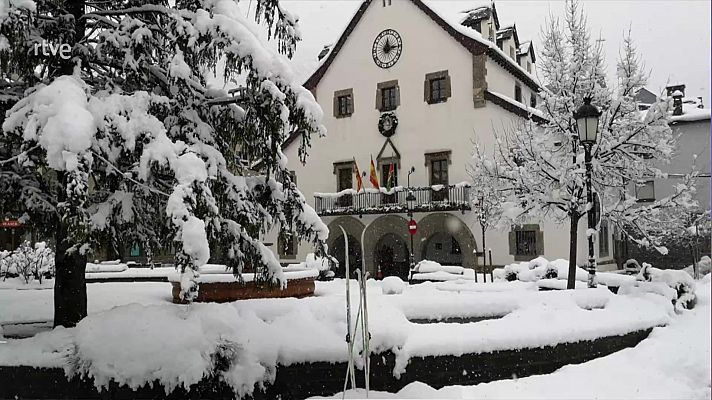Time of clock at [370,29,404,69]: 12:14
